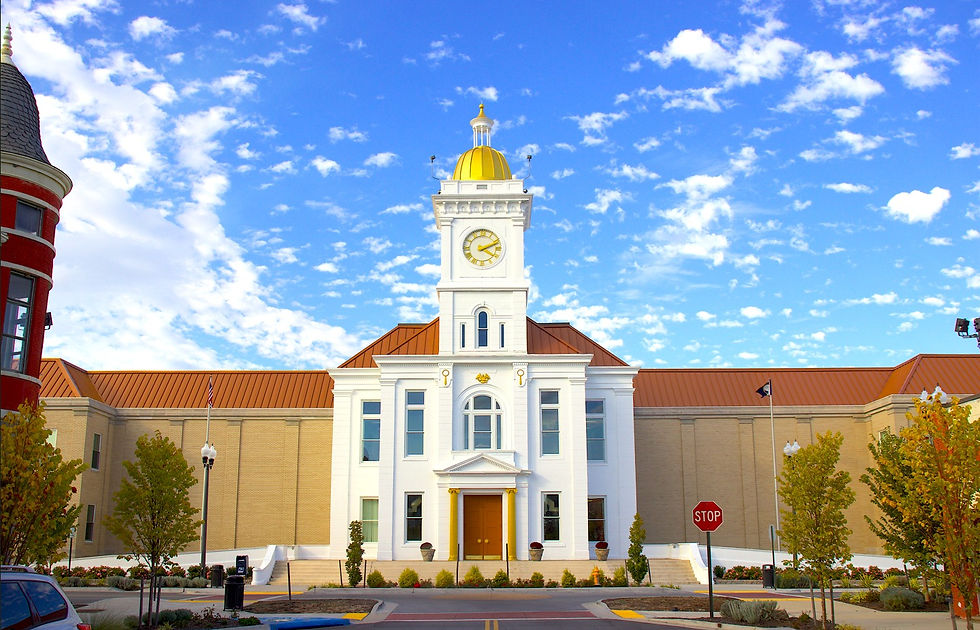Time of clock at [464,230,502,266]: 4:11
